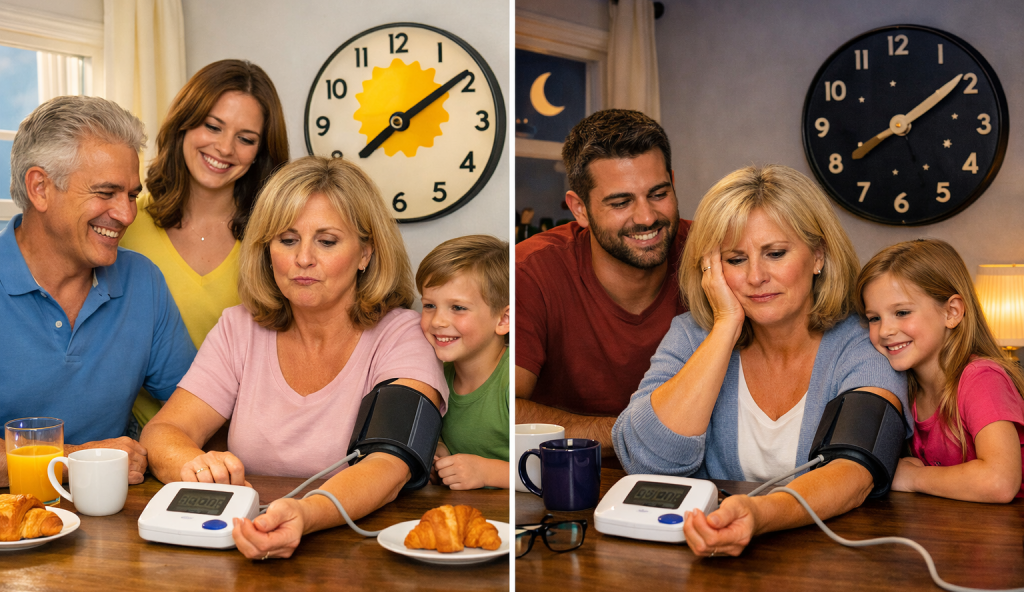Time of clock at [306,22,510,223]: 7:09
